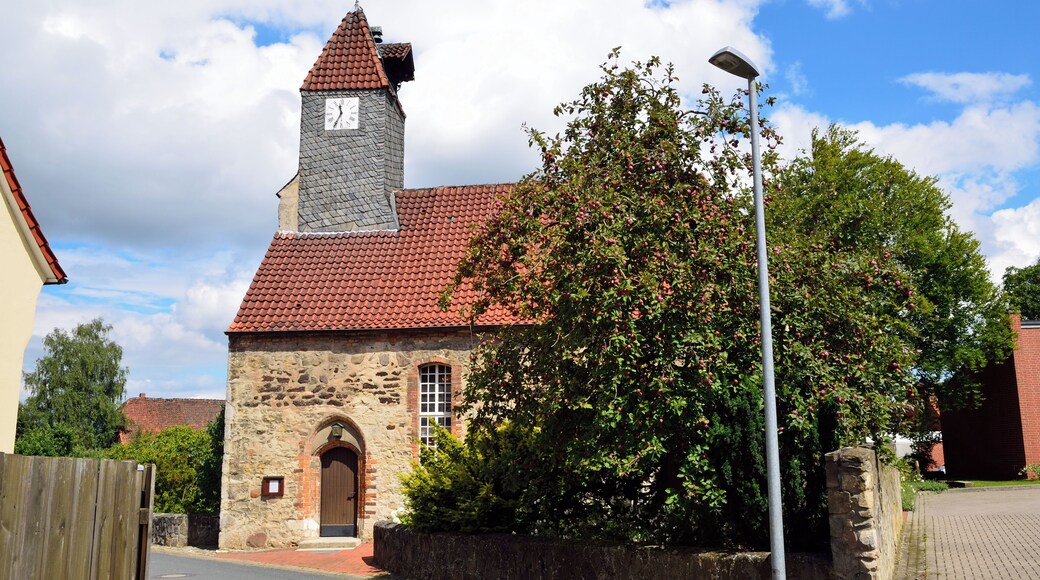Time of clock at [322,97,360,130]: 11:34
